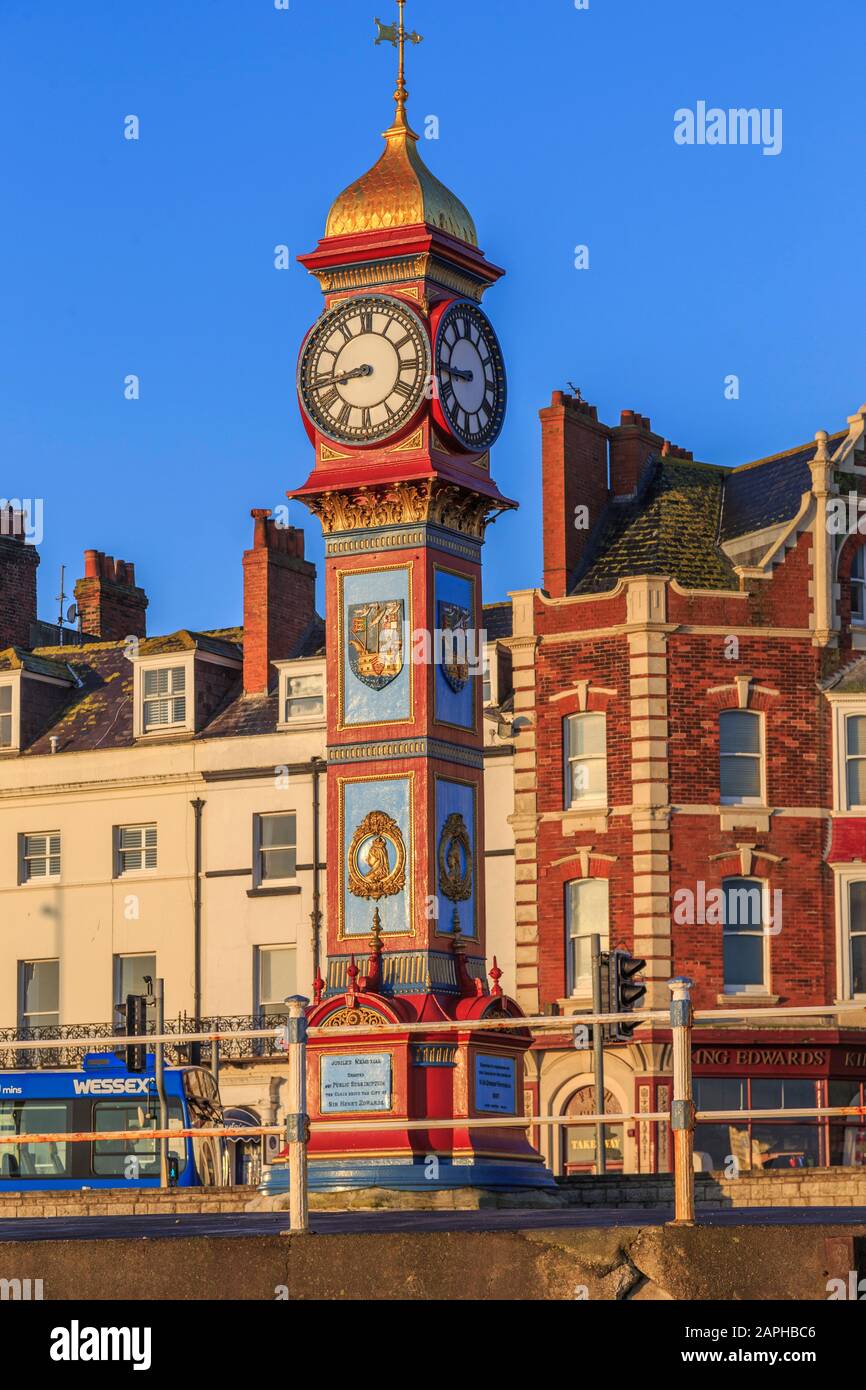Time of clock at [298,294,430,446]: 8:42
